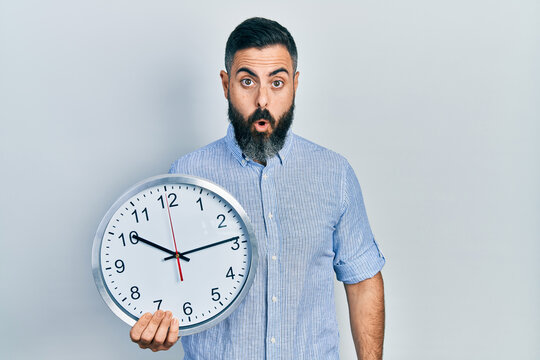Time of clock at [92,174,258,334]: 10:13
